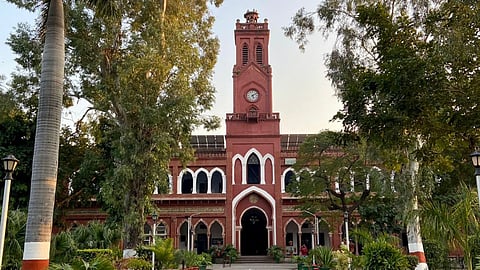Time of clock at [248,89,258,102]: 5:09
